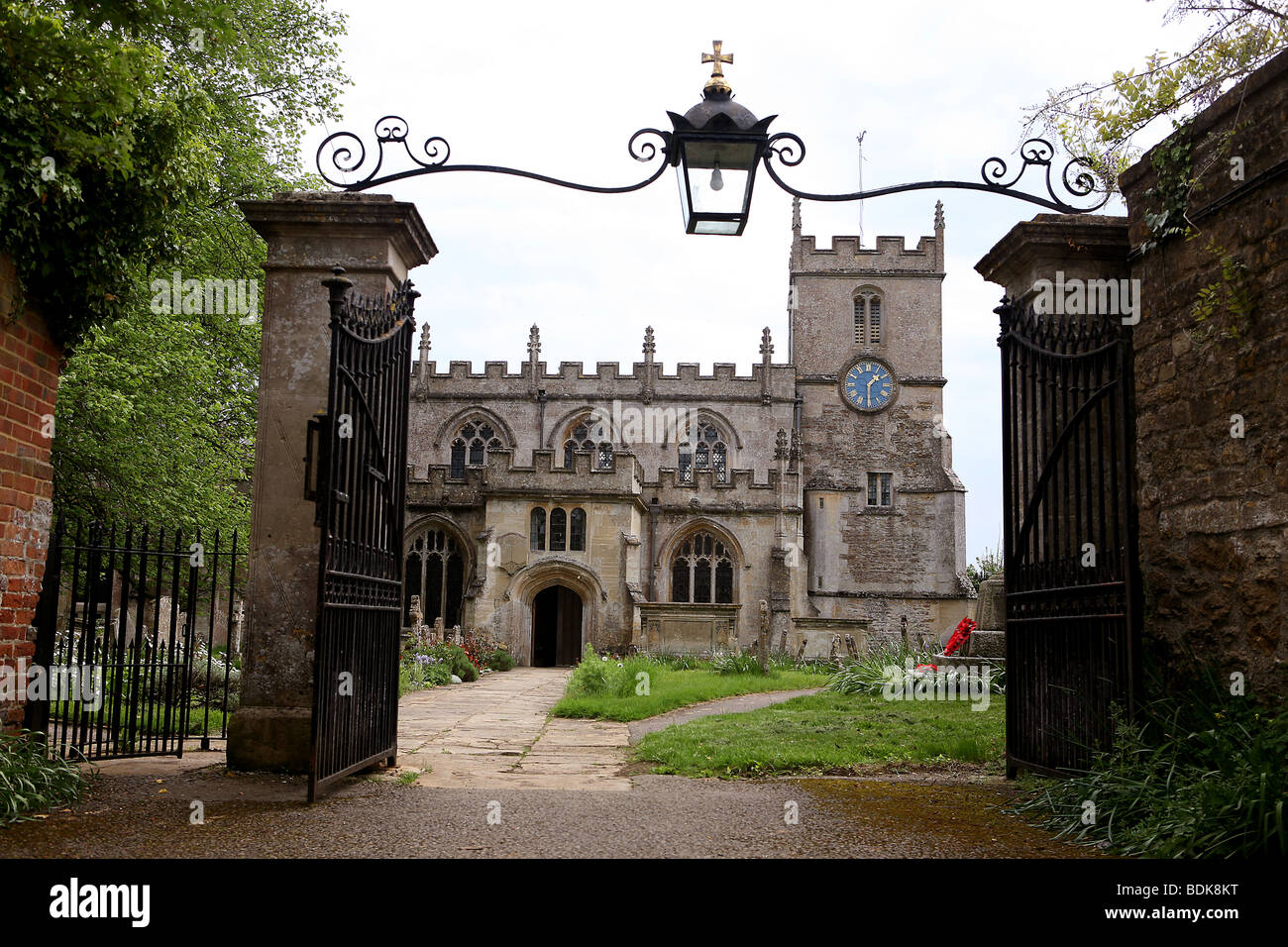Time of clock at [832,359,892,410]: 1:29
